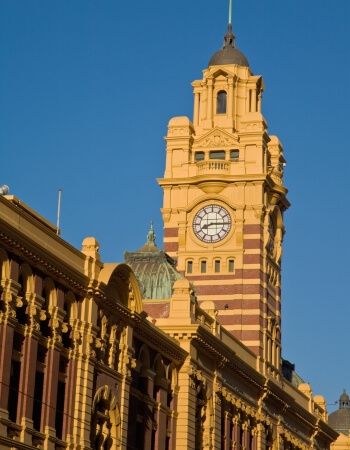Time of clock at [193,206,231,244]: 8:14
